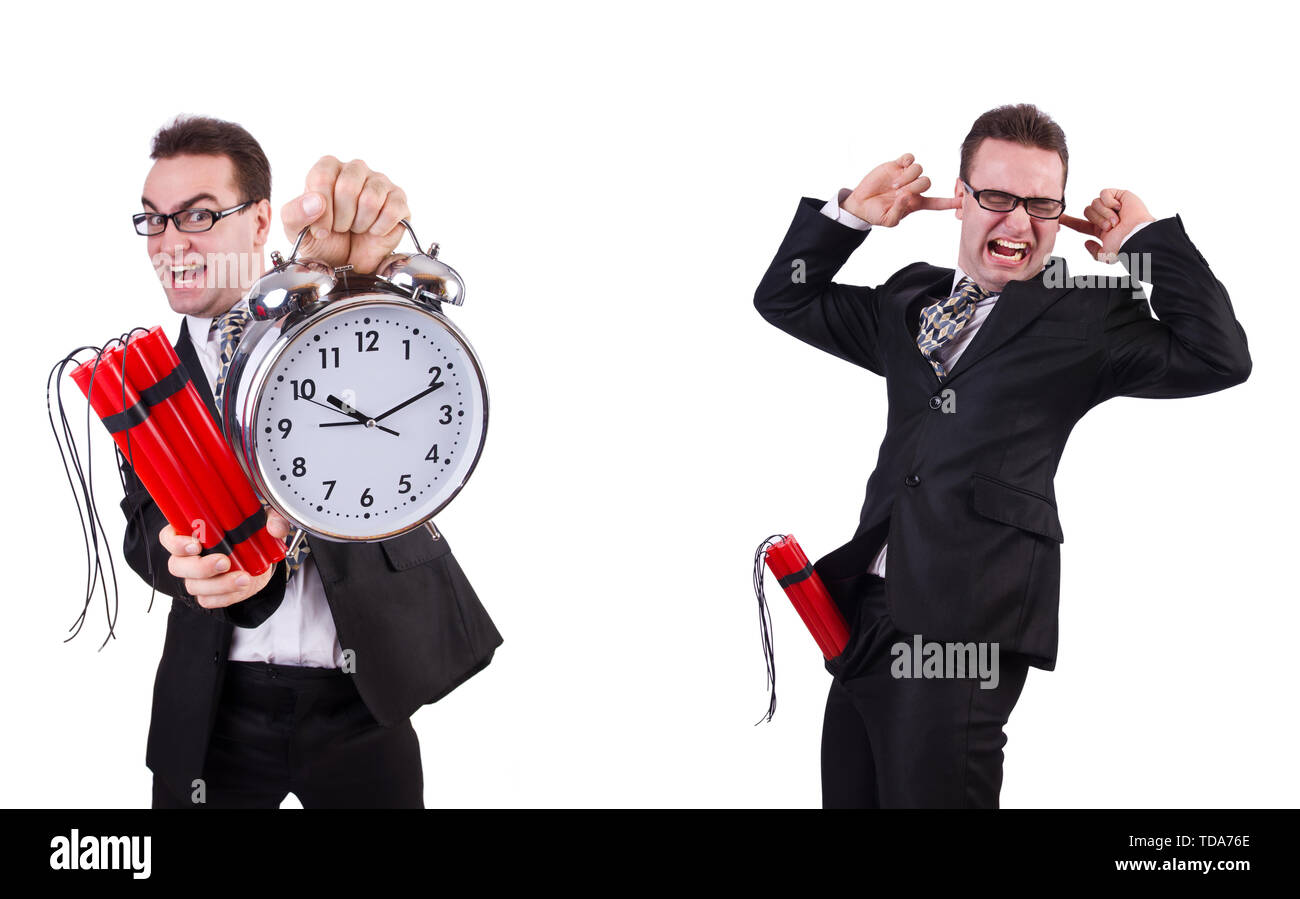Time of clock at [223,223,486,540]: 10:11
